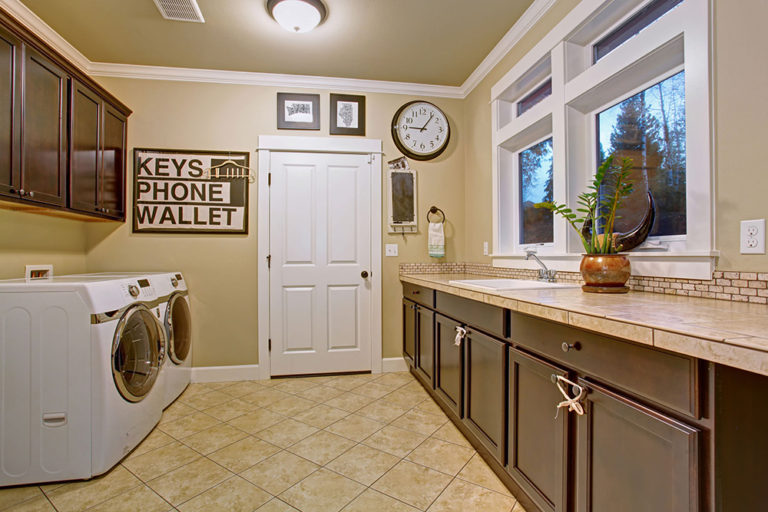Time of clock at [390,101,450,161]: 9:06
